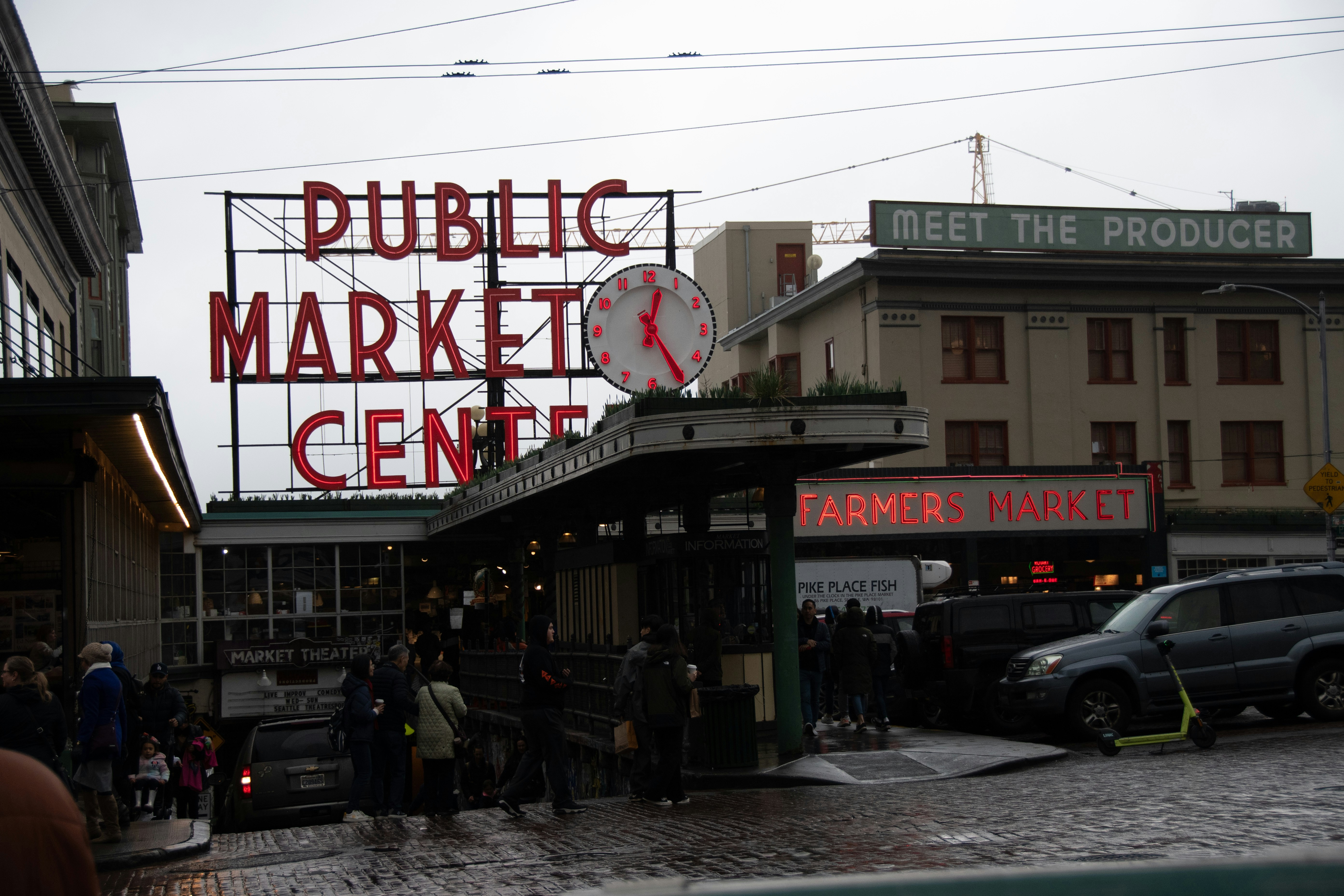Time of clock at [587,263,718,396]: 12:24
